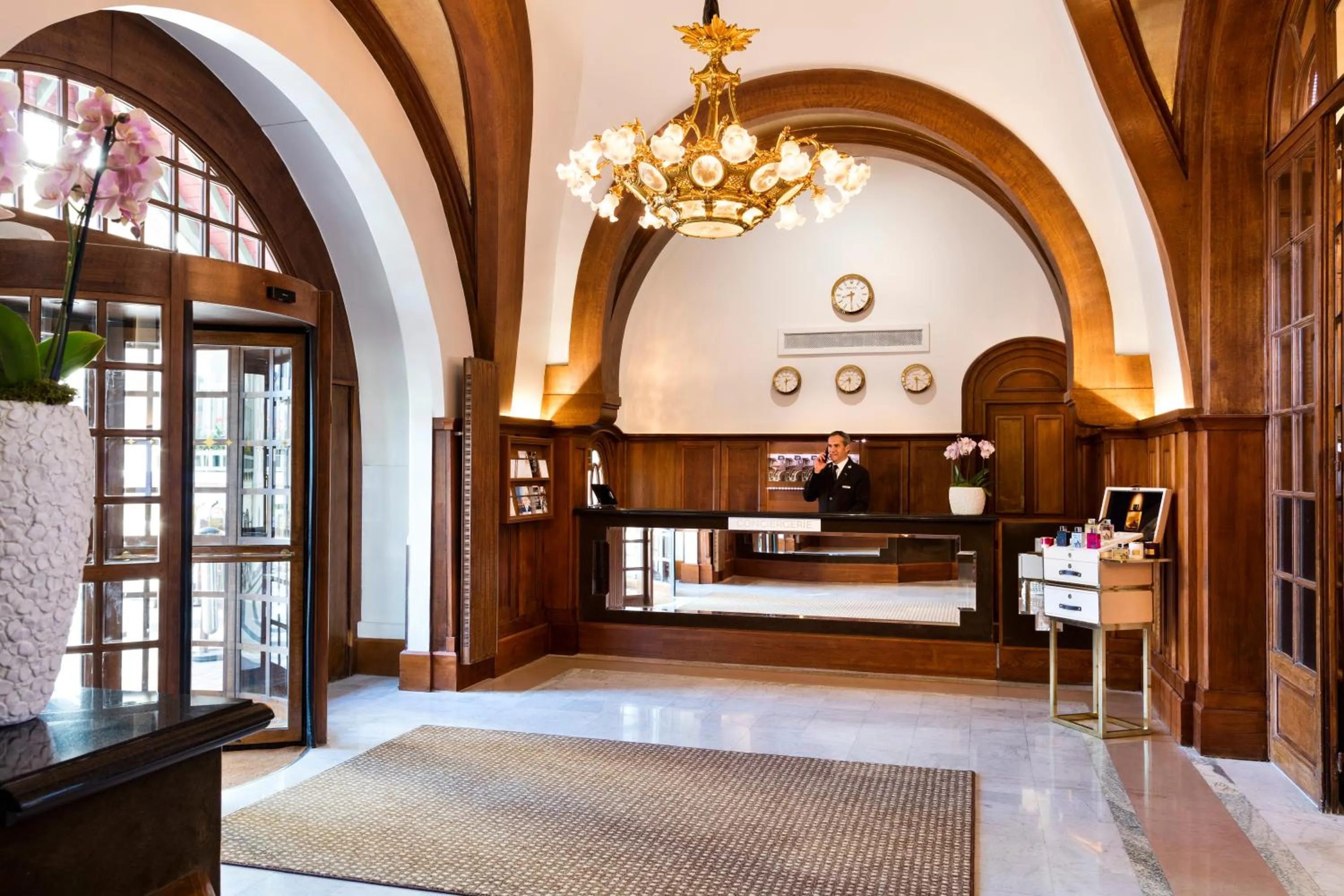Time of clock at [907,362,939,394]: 3:29
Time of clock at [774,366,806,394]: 2:29
